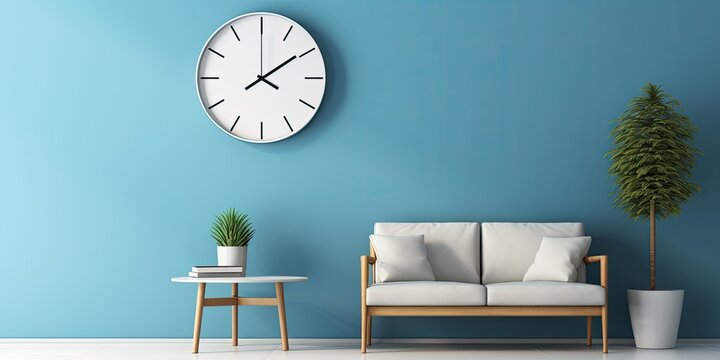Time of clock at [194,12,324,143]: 4:09
